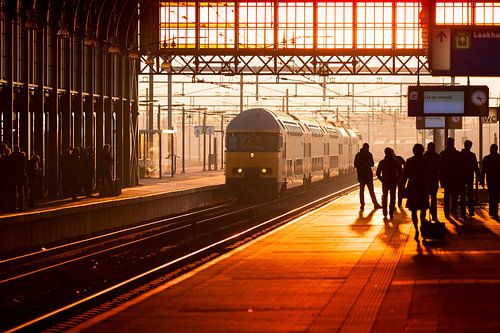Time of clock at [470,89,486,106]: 4:14
